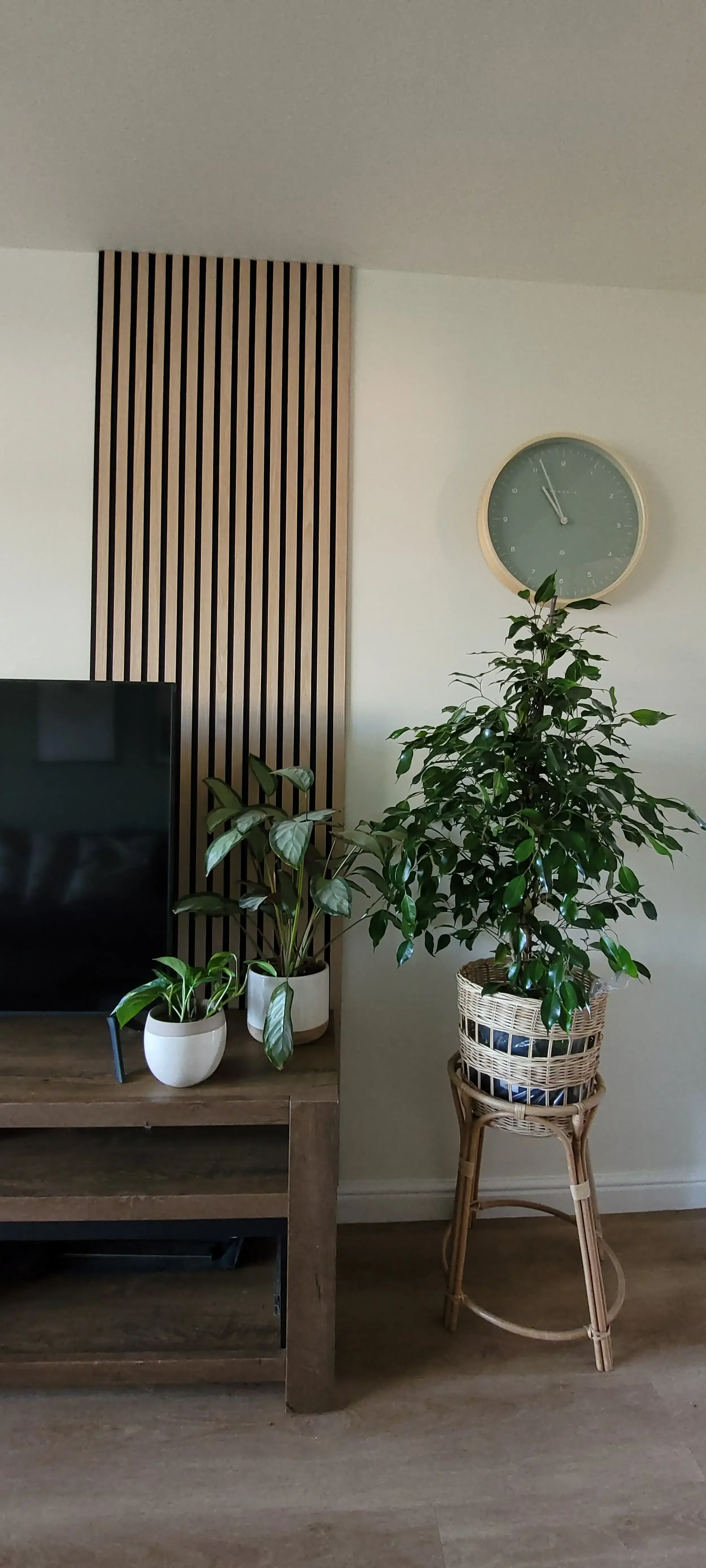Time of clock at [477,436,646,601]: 10:56
